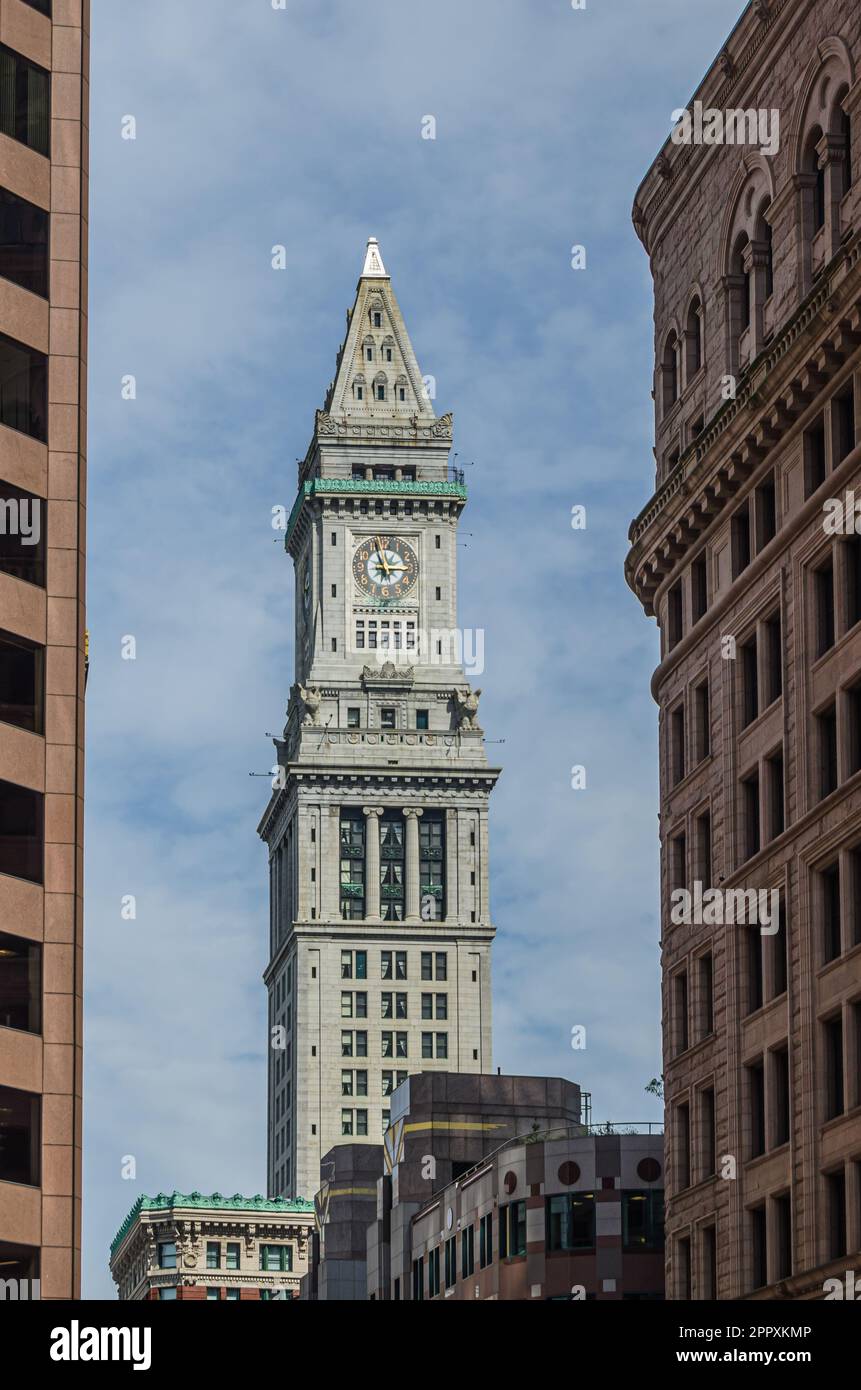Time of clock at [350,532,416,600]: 2:56
